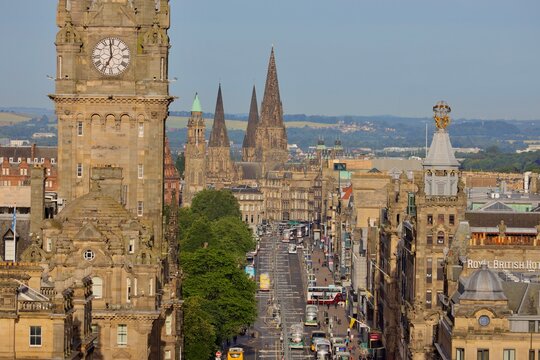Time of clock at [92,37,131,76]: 6:58
